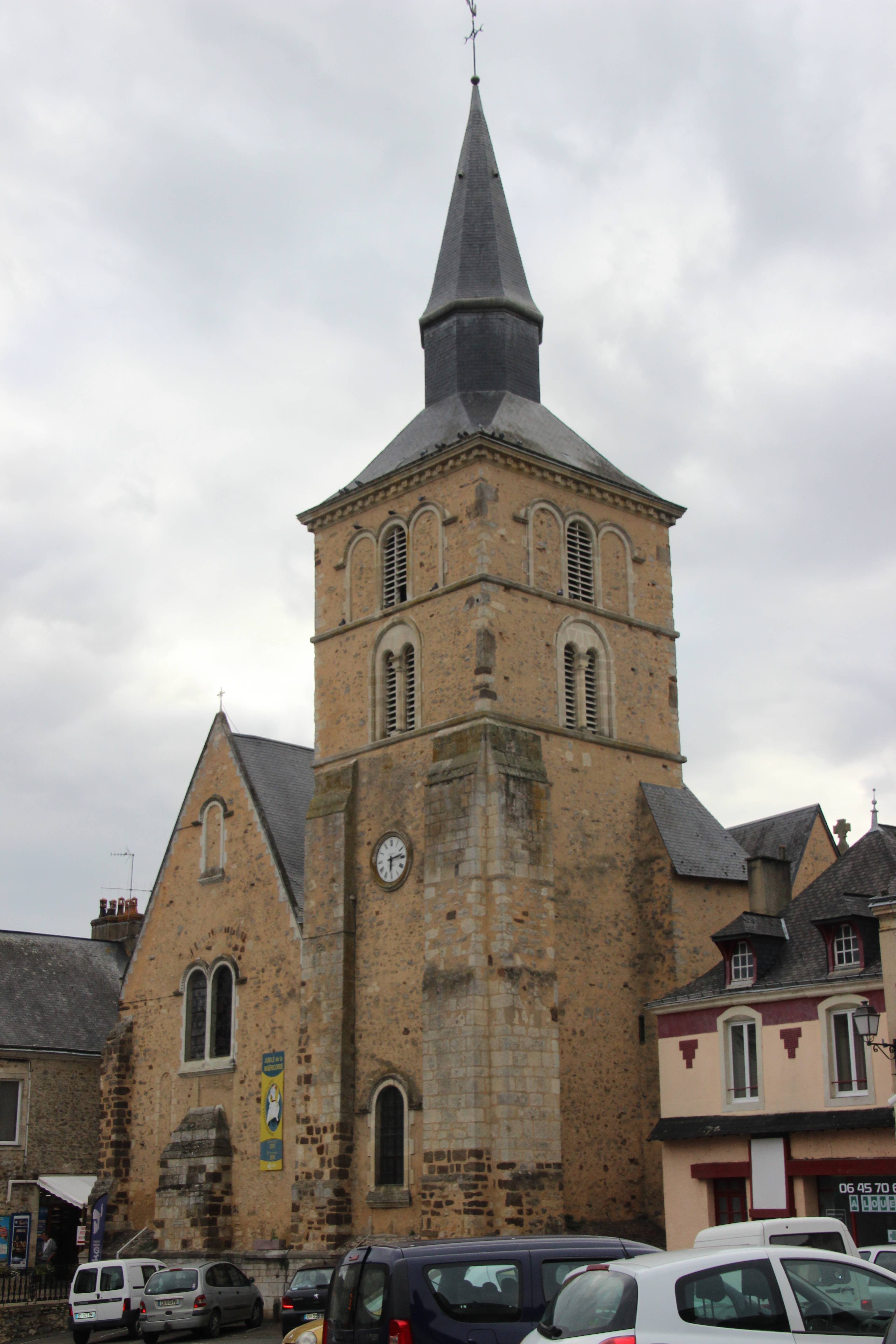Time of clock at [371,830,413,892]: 6:13
